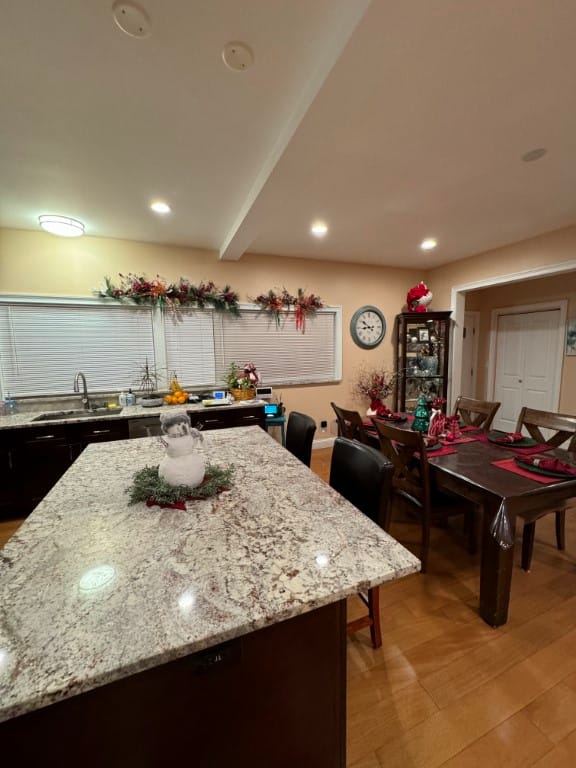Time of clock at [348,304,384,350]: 8:51
